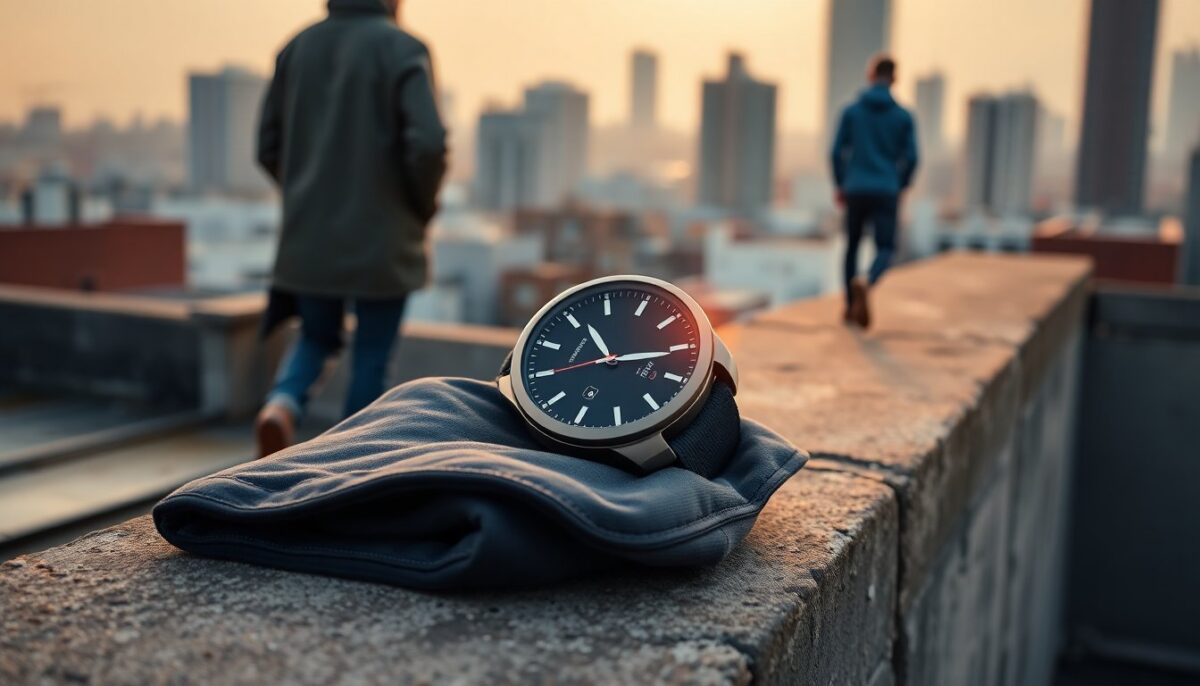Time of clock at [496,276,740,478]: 11:15
